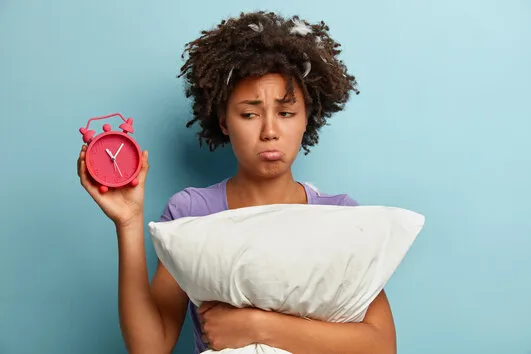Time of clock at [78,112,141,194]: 11:07
